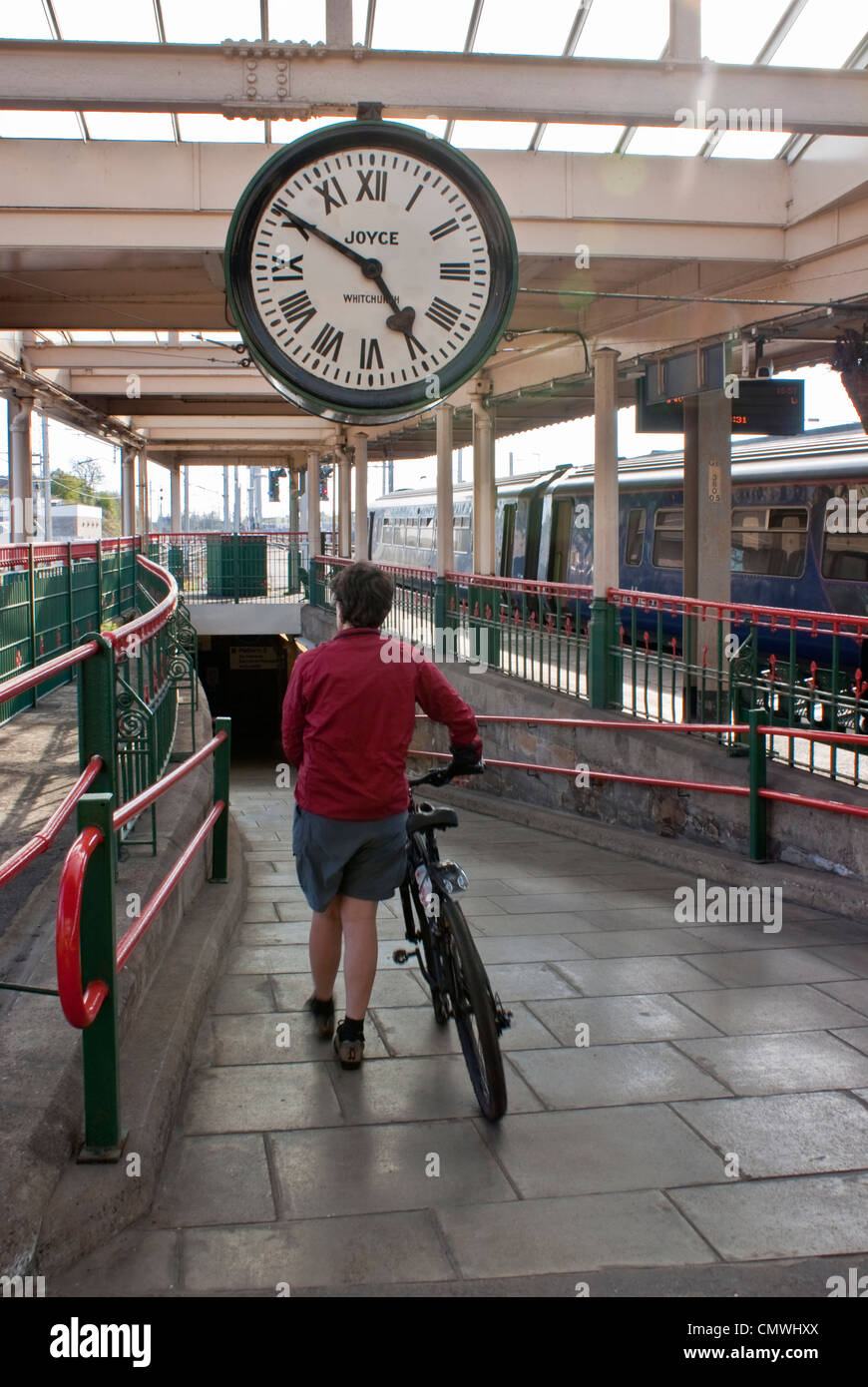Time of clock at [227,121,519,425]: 4:50
